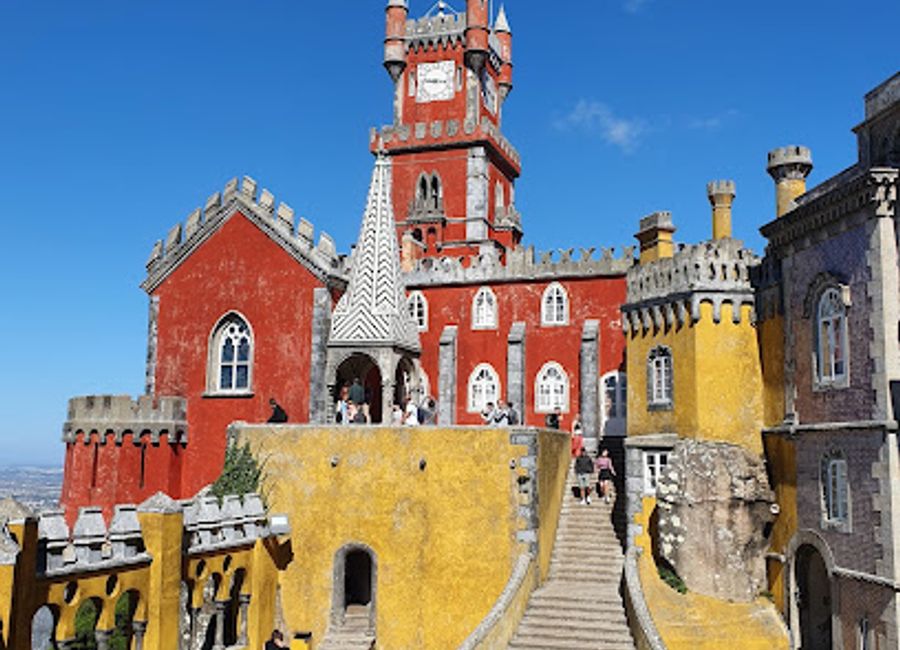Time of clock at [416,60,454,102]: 9:17
